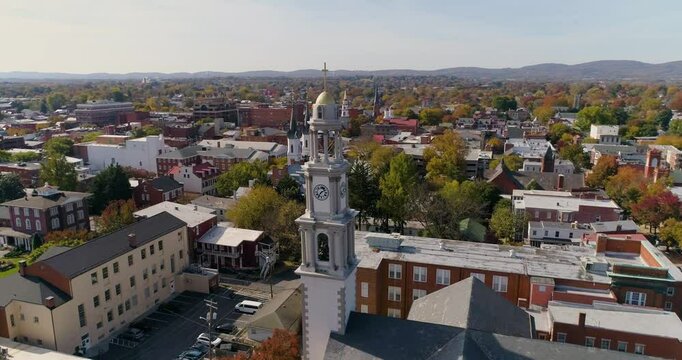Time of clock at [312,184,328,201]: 1:36
